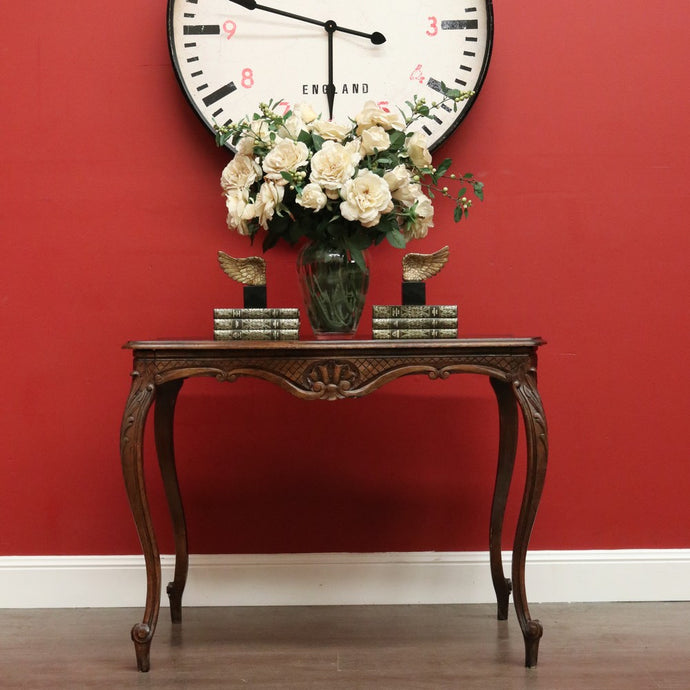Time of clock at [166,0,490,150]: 5:48
